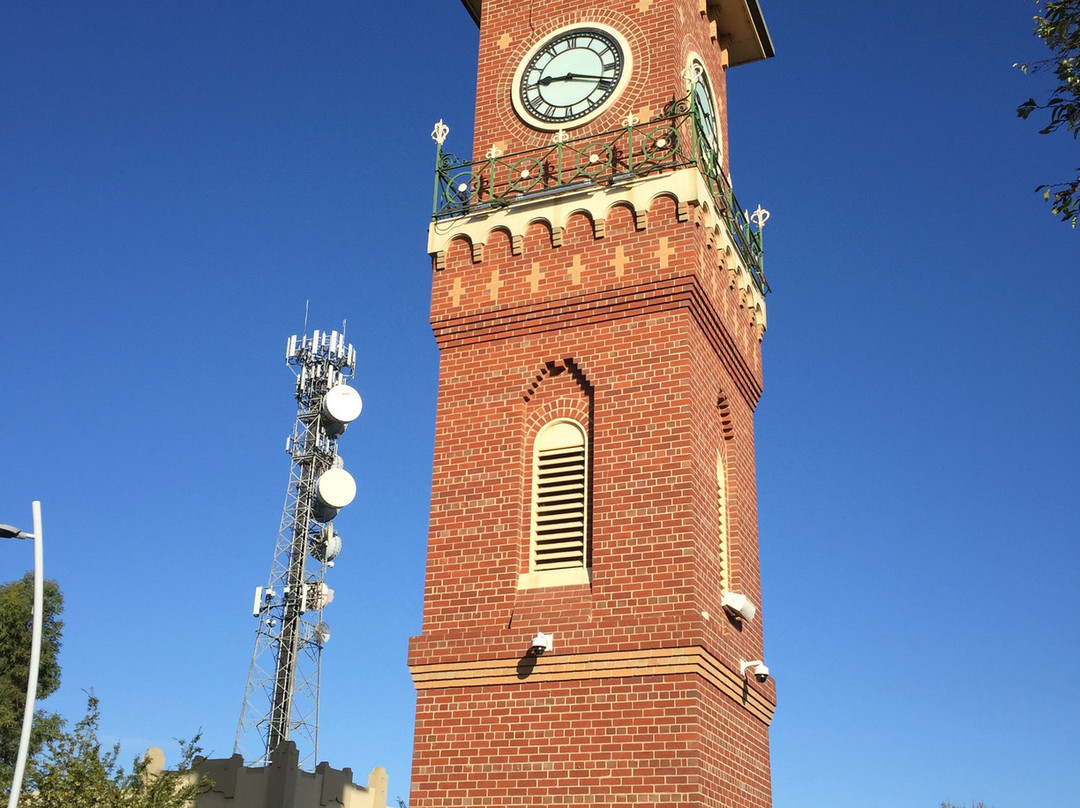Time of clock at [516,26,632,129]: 9:18
